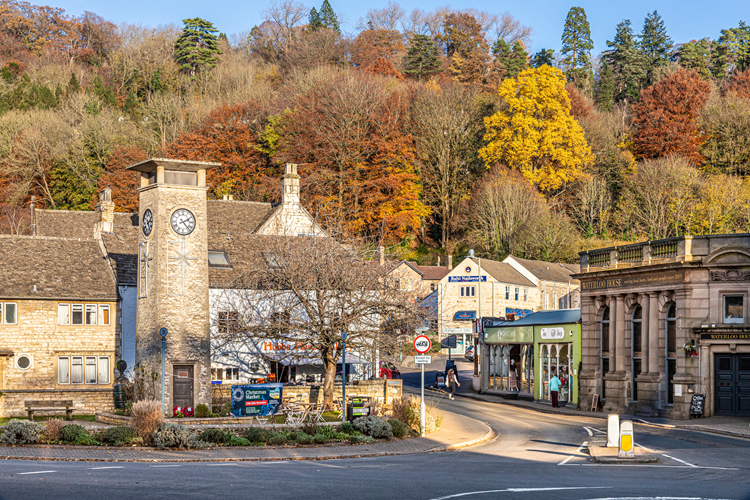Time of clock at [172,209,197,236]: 2:22
